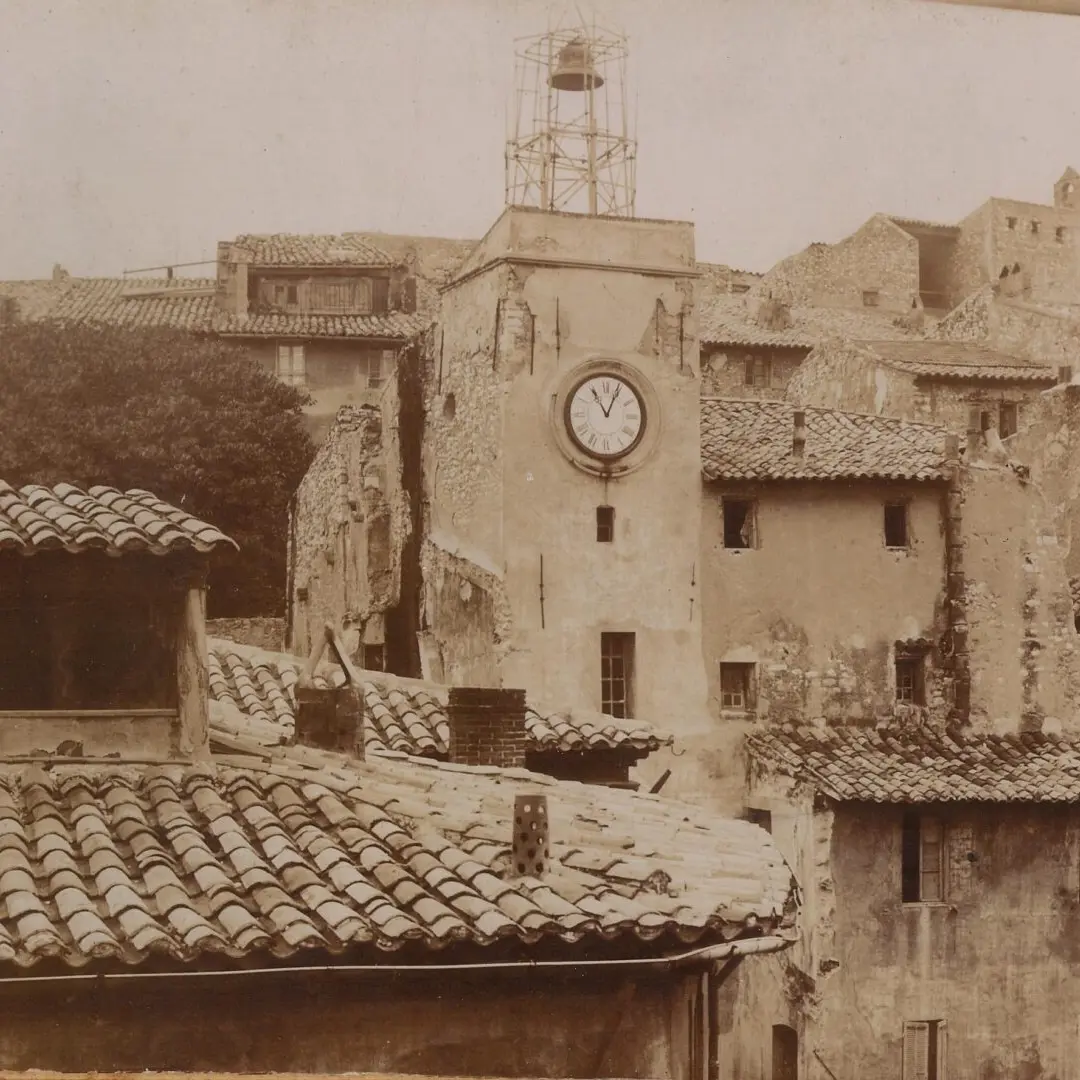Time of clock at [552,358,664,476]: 11:04
